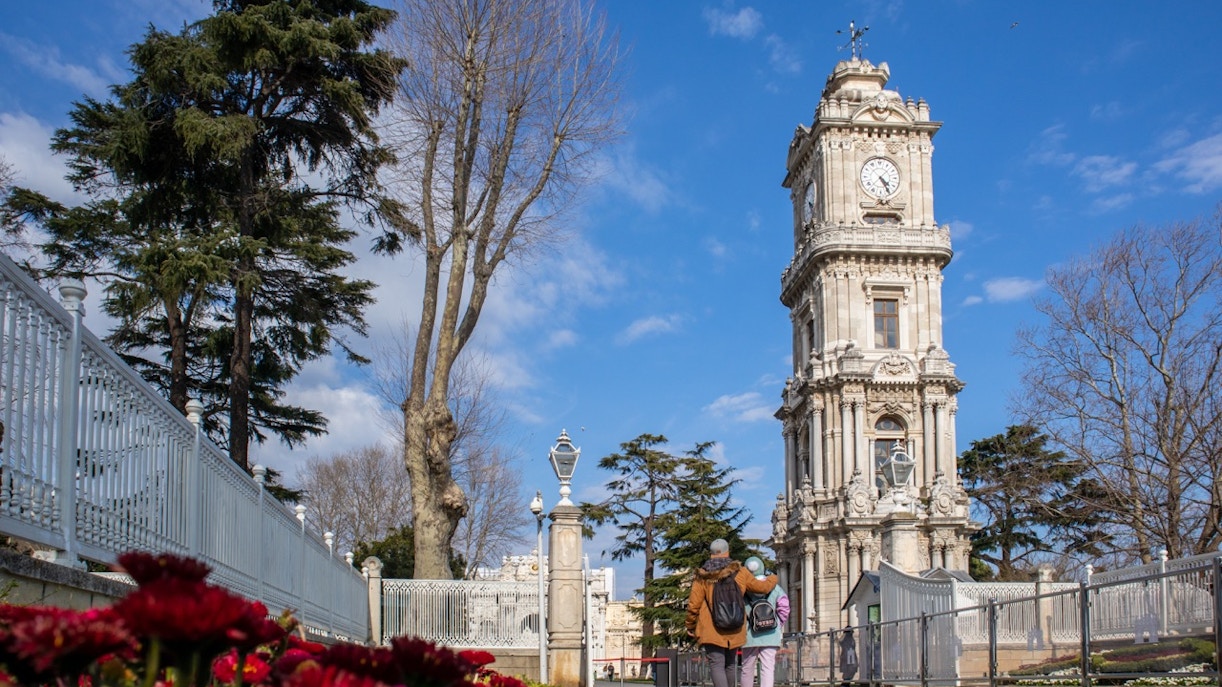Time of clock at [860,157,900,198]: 4:25
